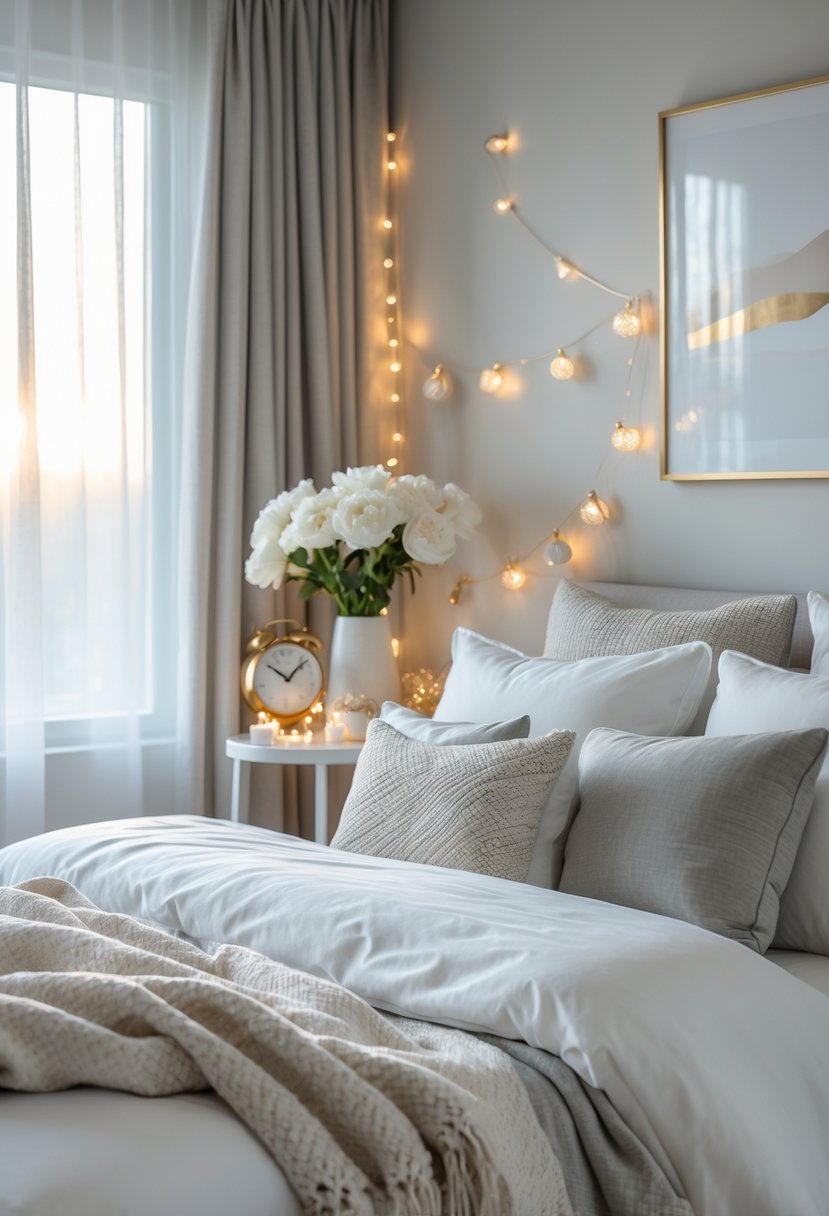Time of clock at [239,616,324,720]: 10:07
